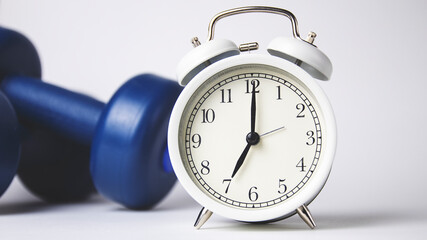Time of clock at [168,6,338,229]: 7:00
